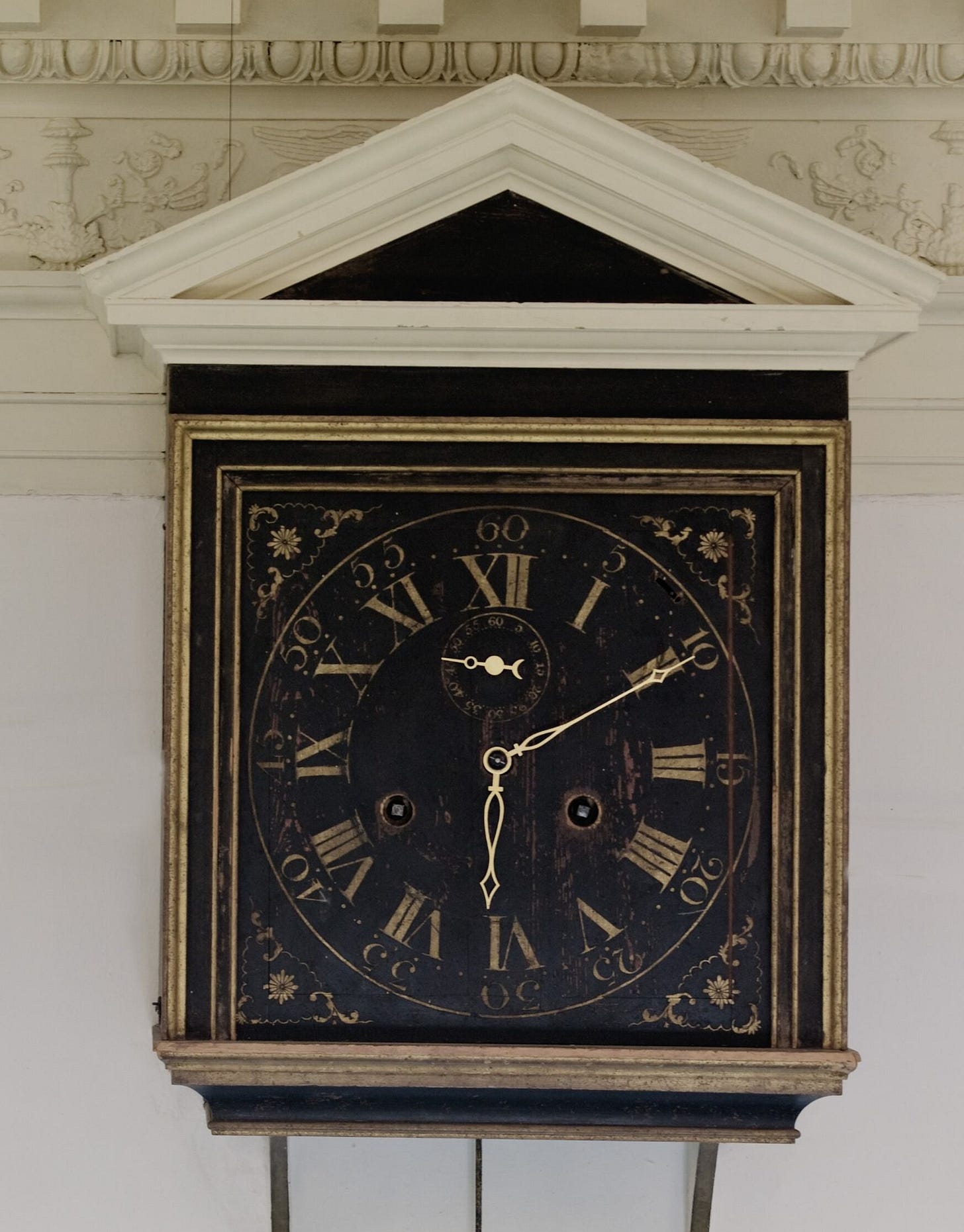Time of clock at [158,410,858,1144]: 6:10
